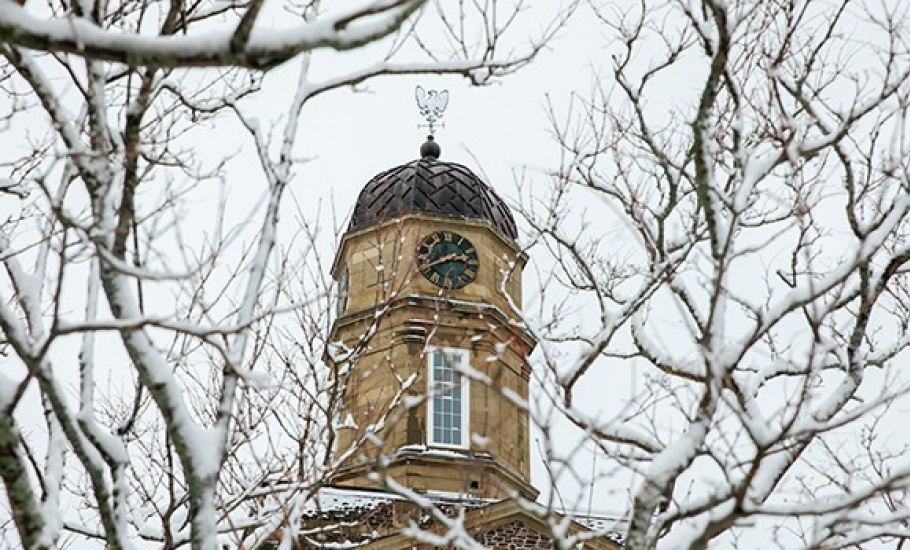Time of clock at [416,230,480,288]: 2:40
